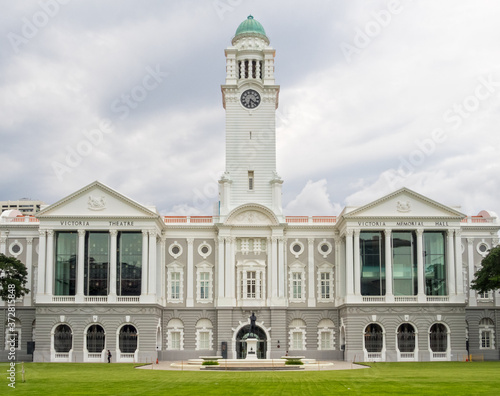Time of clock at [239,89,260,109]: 6:21
